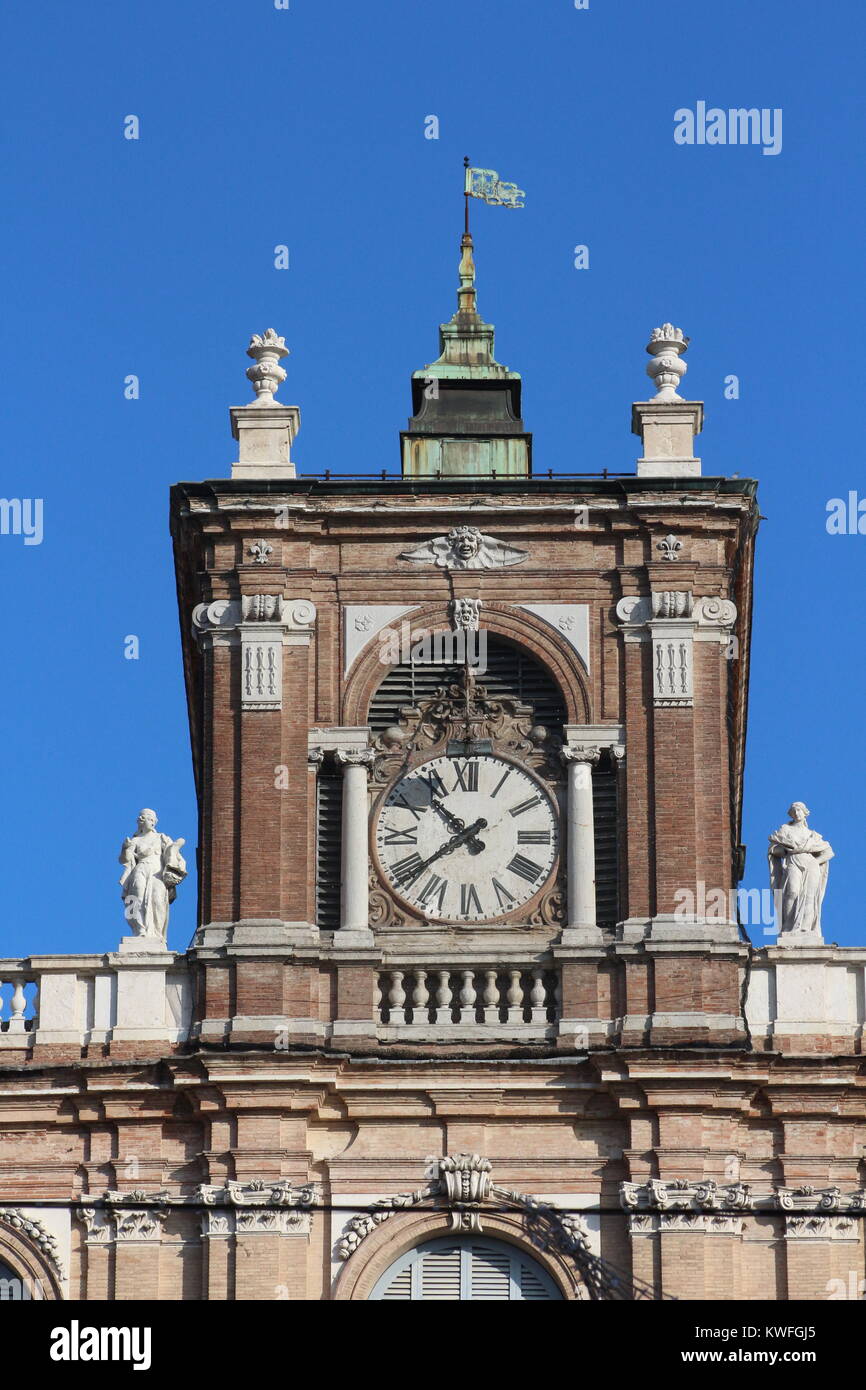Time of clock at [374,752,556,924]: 10:39
